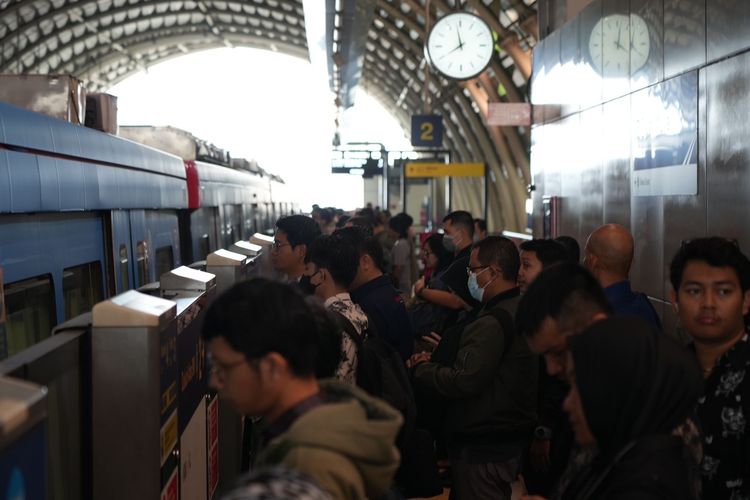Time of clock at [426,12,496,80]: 7:58
